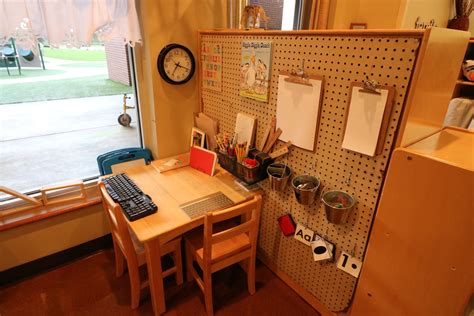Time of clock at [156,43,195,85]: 7:18
